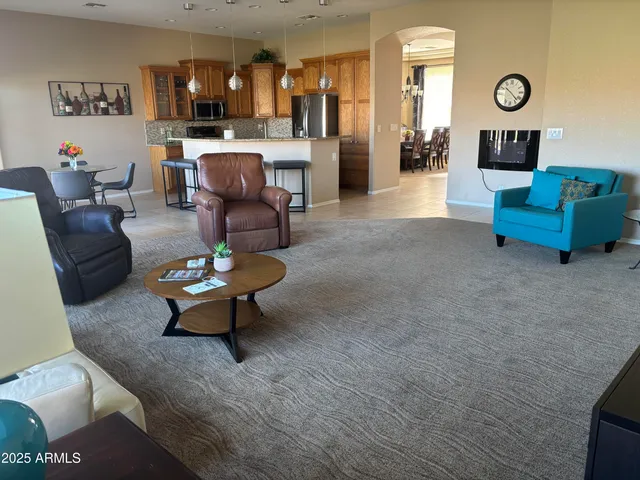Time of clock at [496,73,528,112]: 10:22
